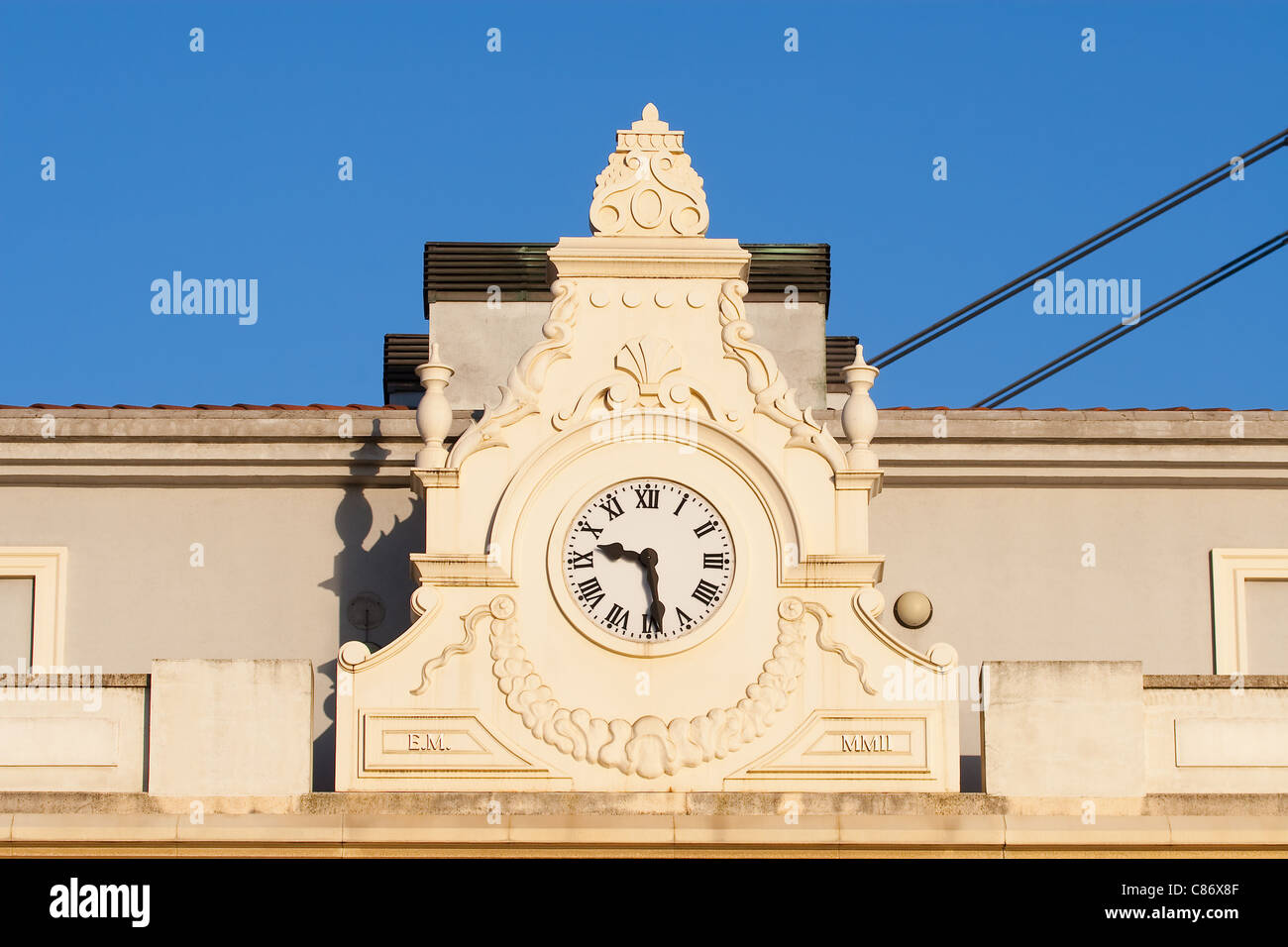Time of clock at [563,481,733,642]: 9:28
